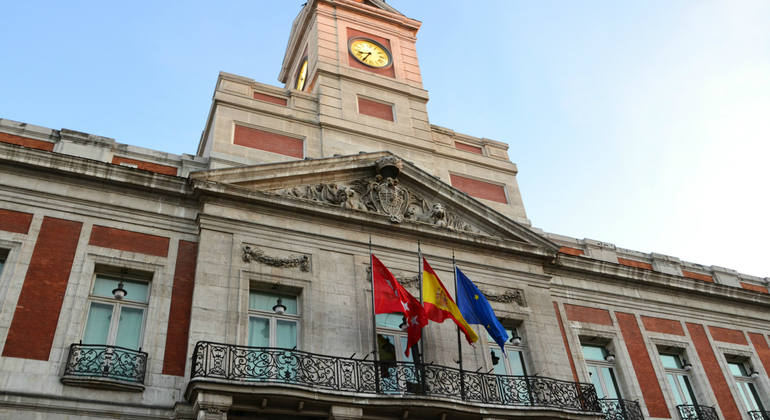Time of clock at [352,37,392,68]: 8:35
